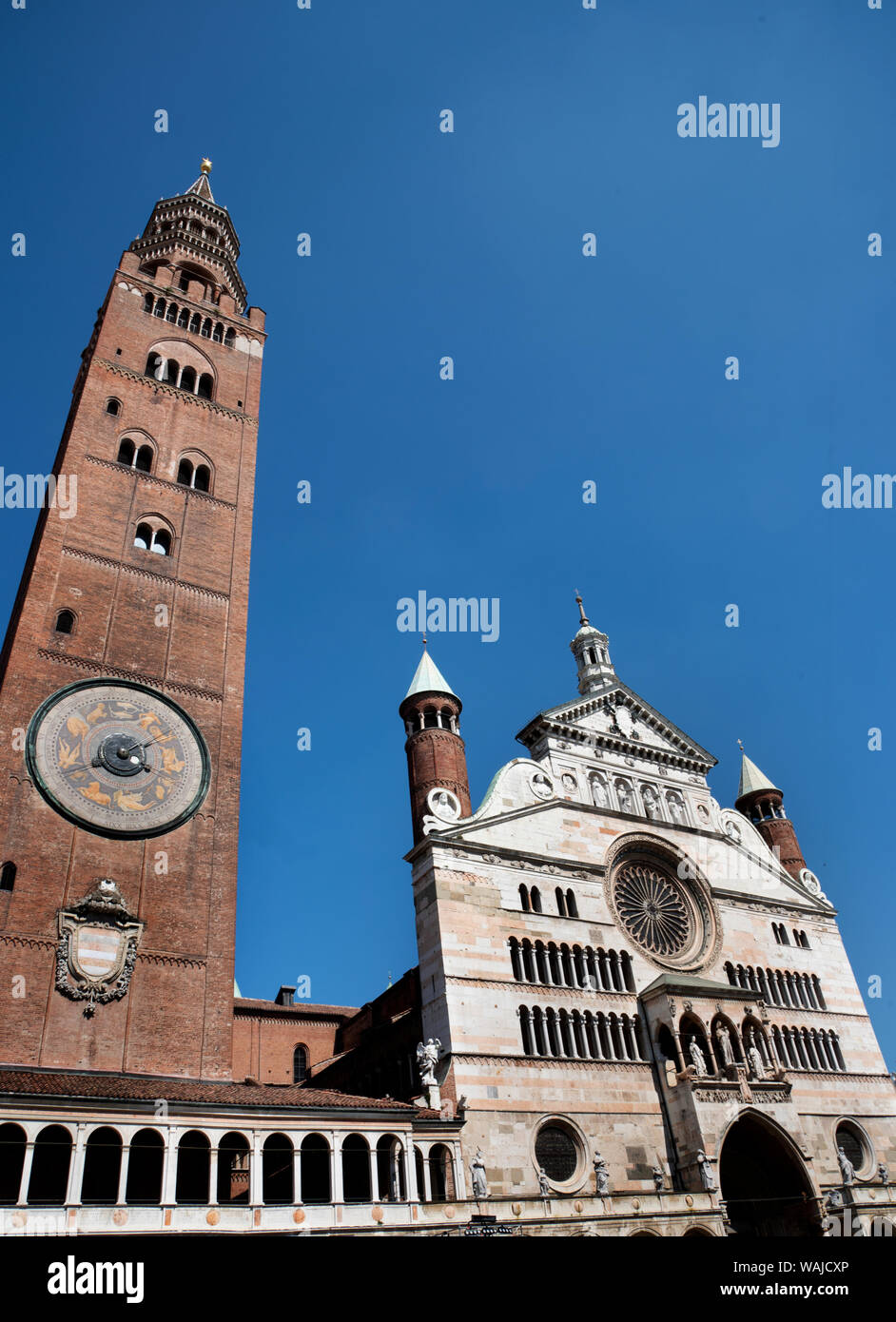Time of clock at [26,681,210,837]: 3:09
